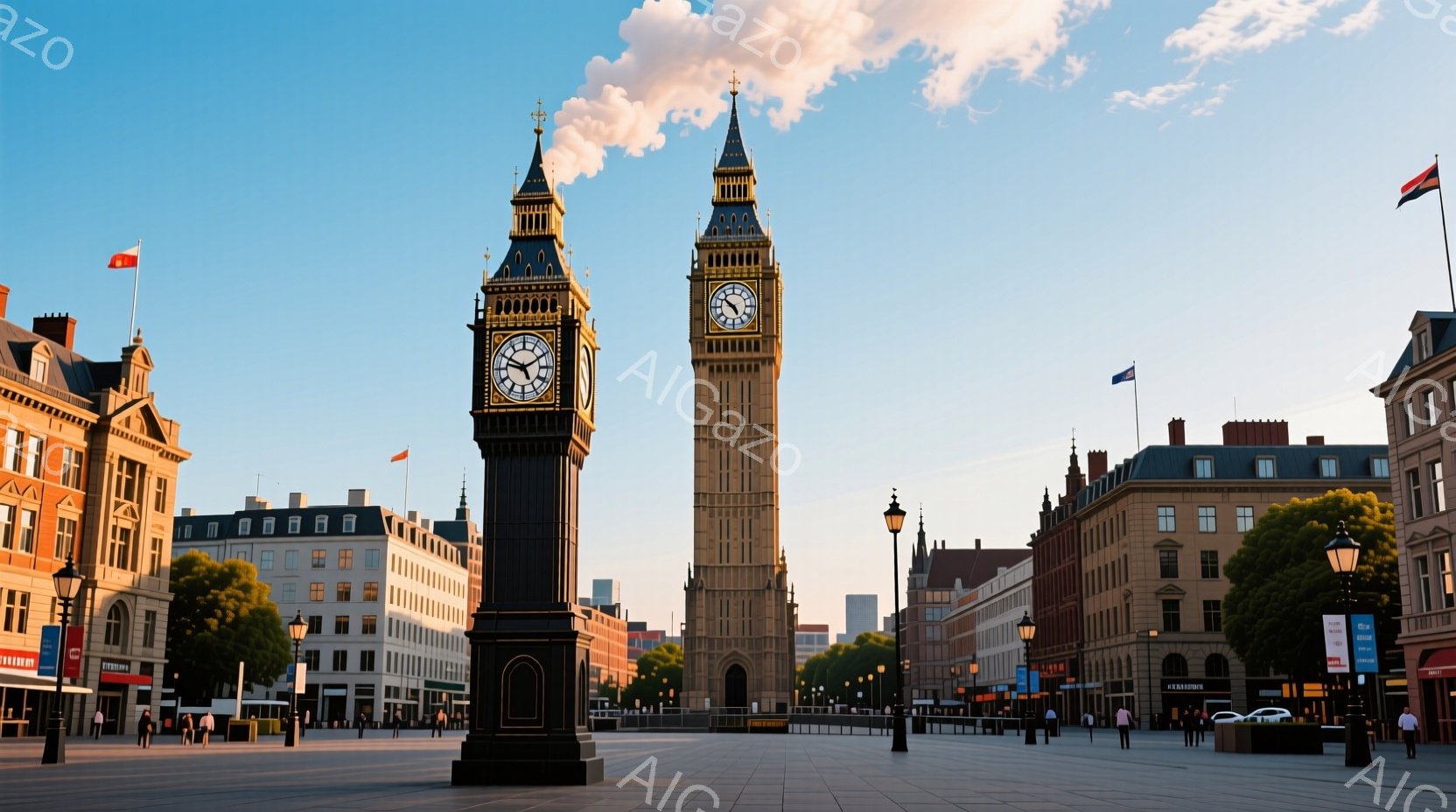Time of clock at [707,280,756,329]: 4:51
